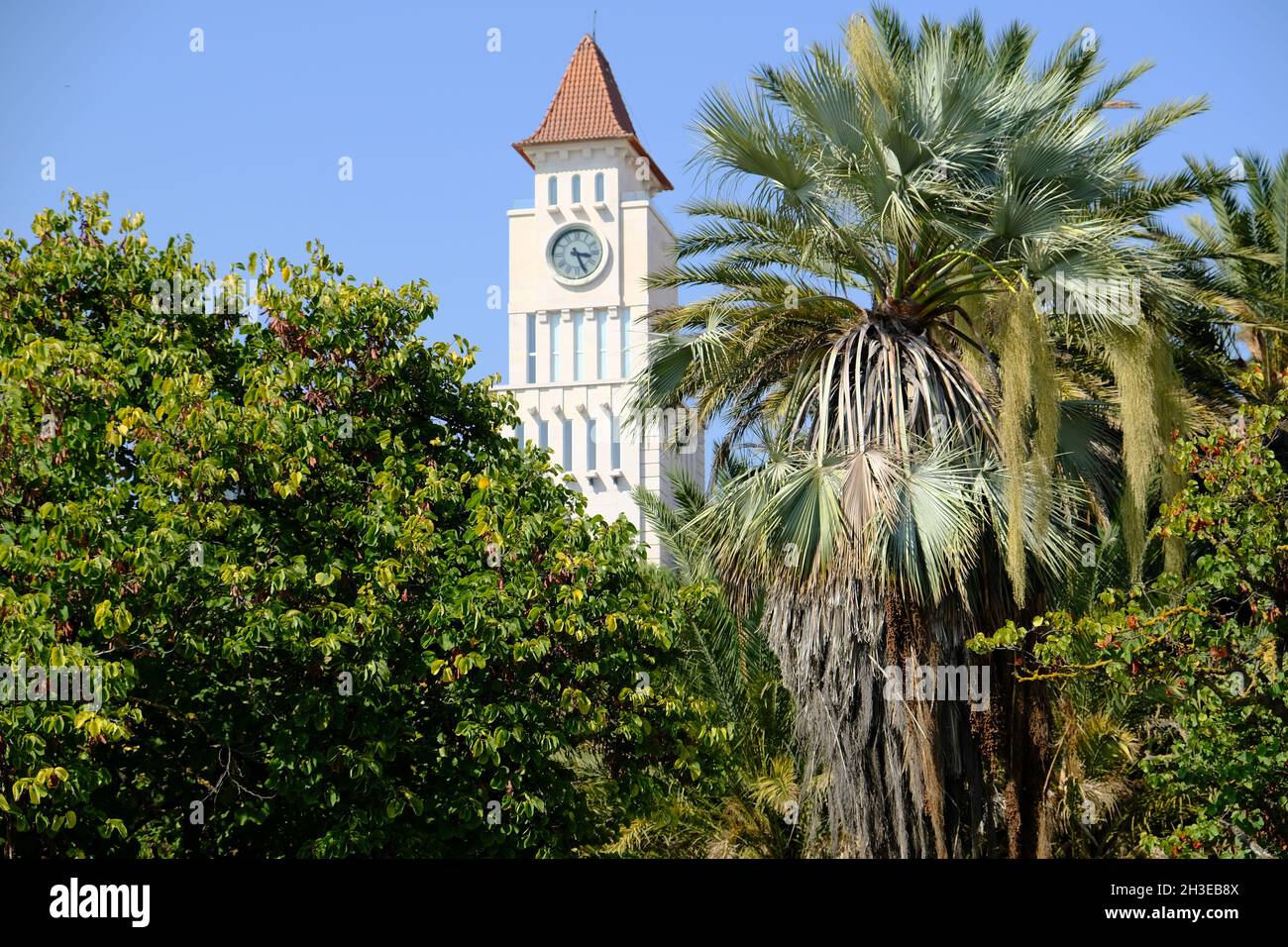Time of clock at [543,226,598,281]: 3:25
